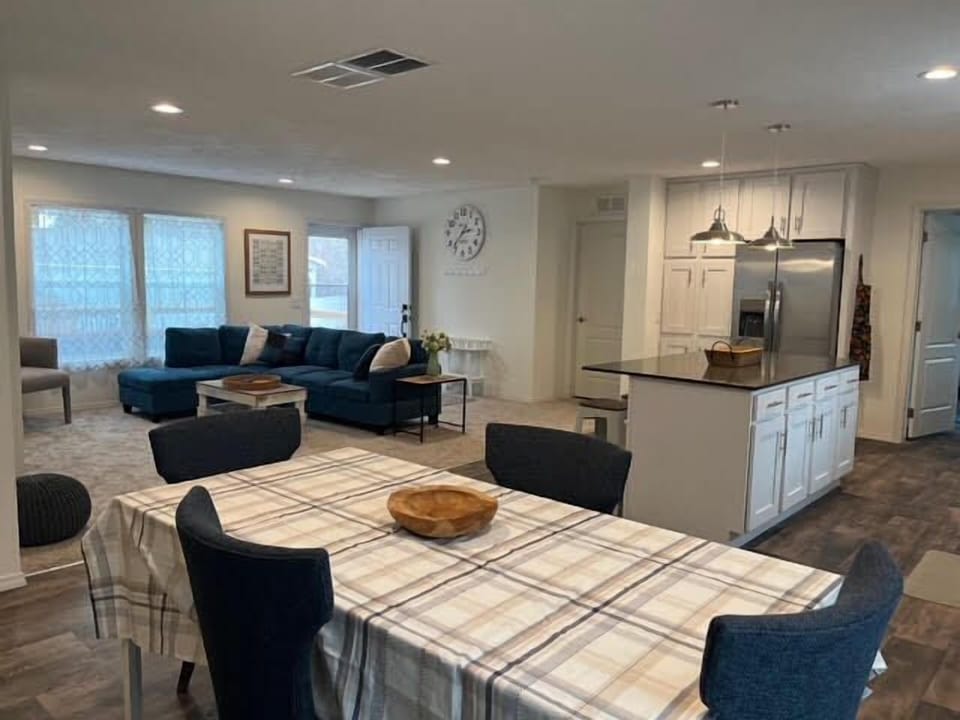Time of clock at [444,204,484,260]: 2:37
